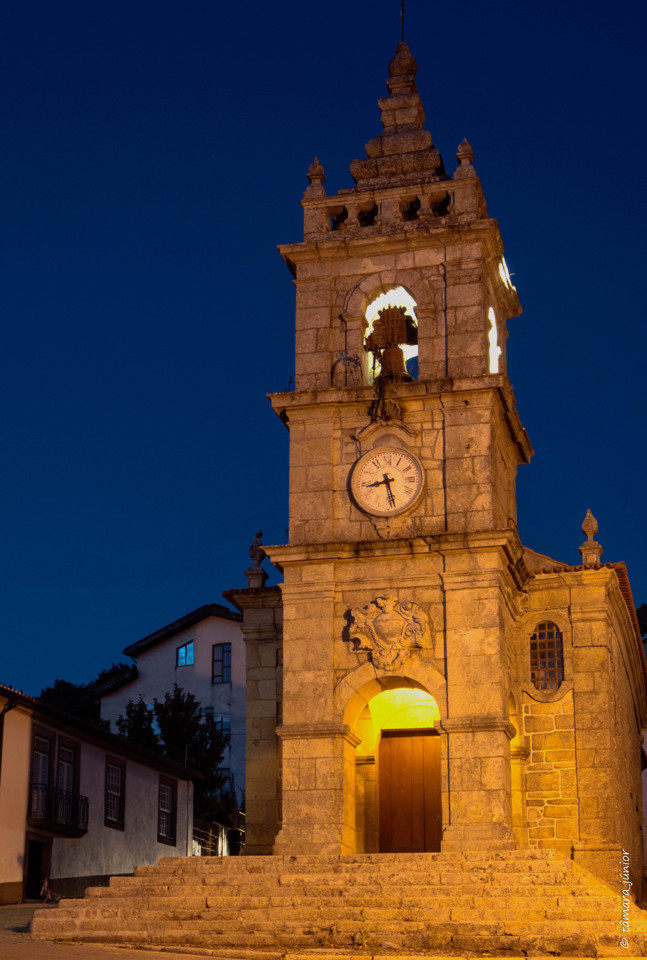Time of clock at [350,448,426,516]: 8:27
